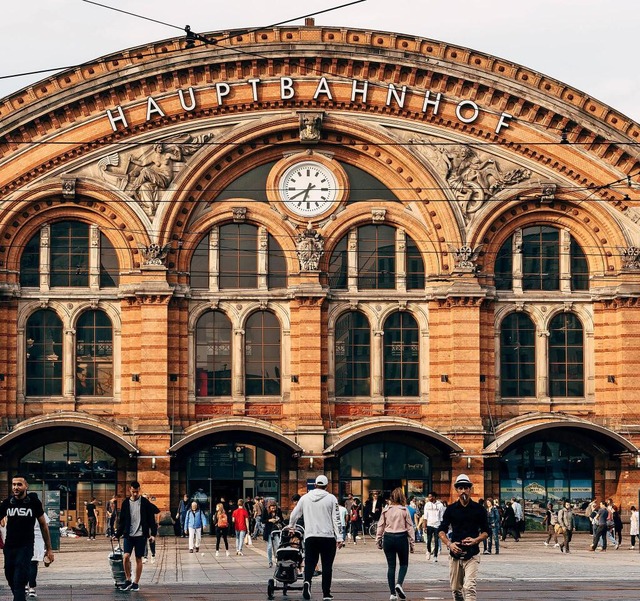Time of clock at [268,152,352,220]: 6:39
